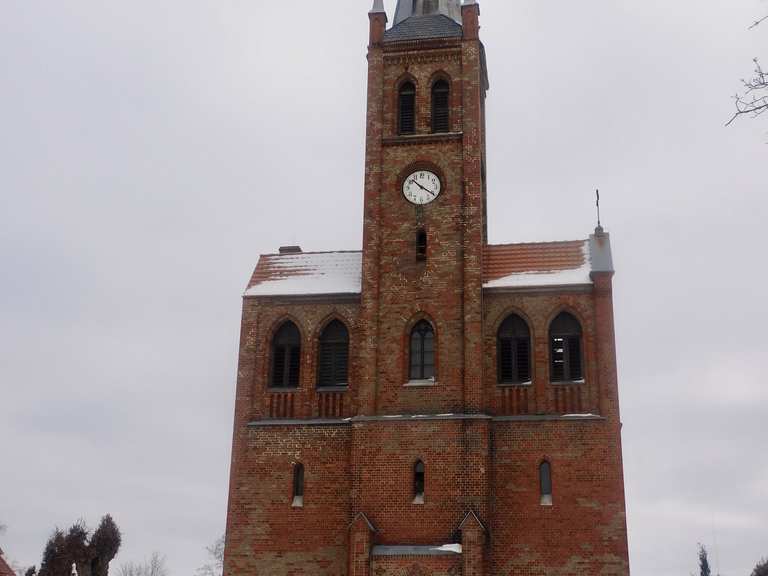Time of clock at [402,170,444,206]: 10:20
